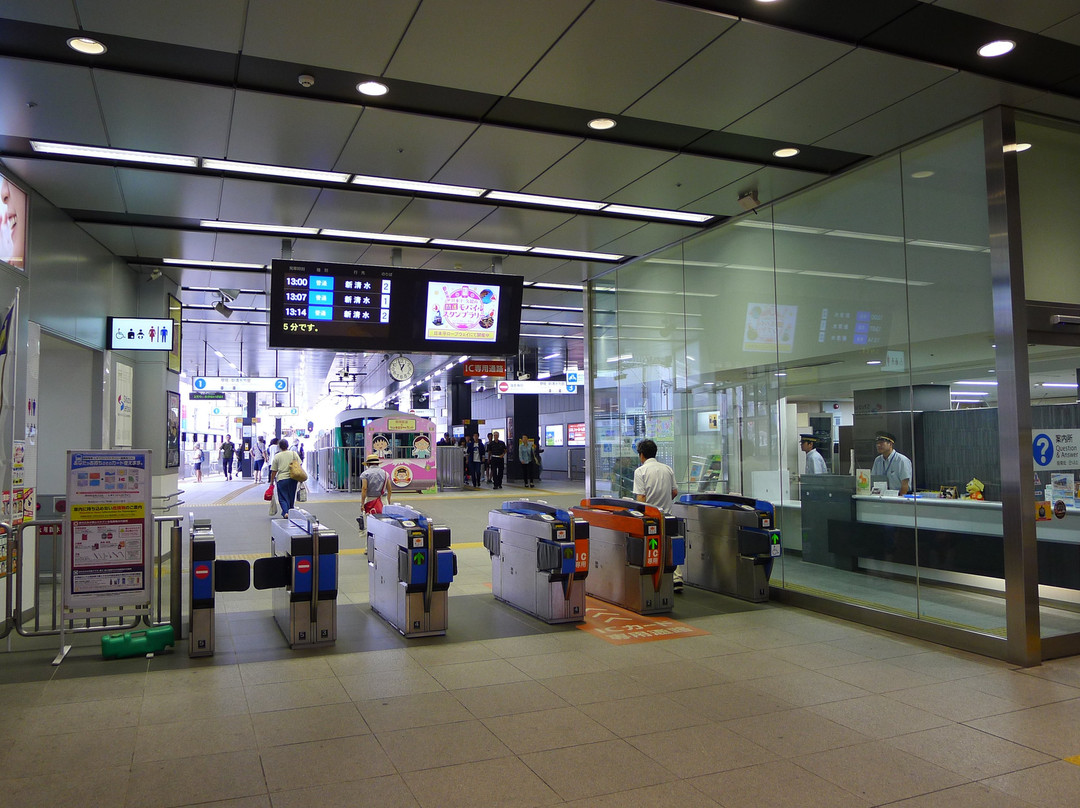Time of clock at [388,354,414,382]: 12:57
